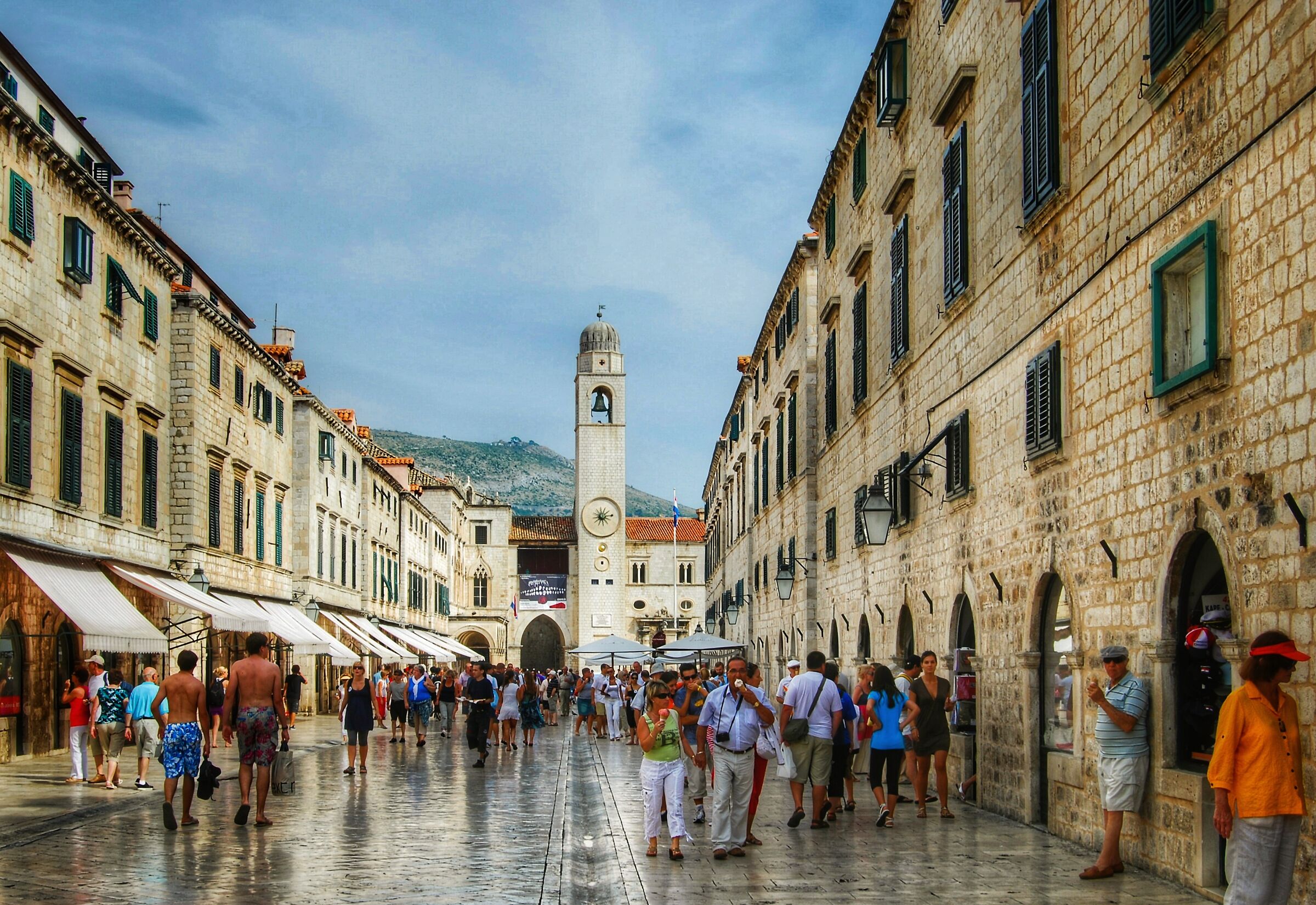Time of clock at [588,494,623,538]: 1:13
